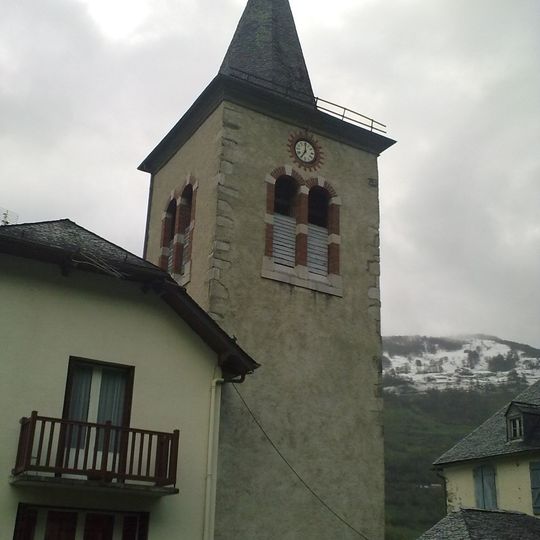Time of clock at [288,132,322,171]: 7:00
